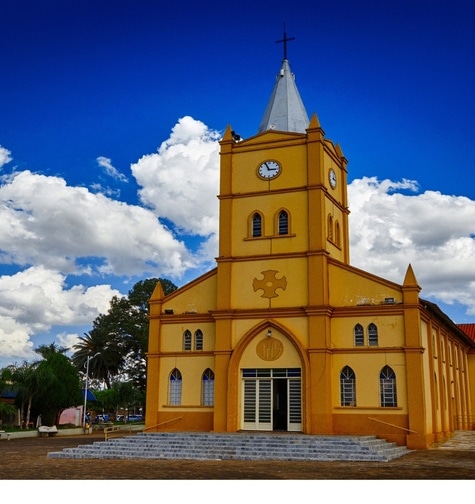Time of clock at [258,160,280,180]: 2:56
